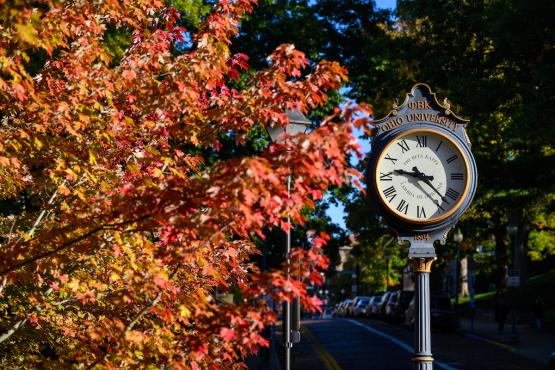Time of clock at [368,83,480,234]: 9:22
